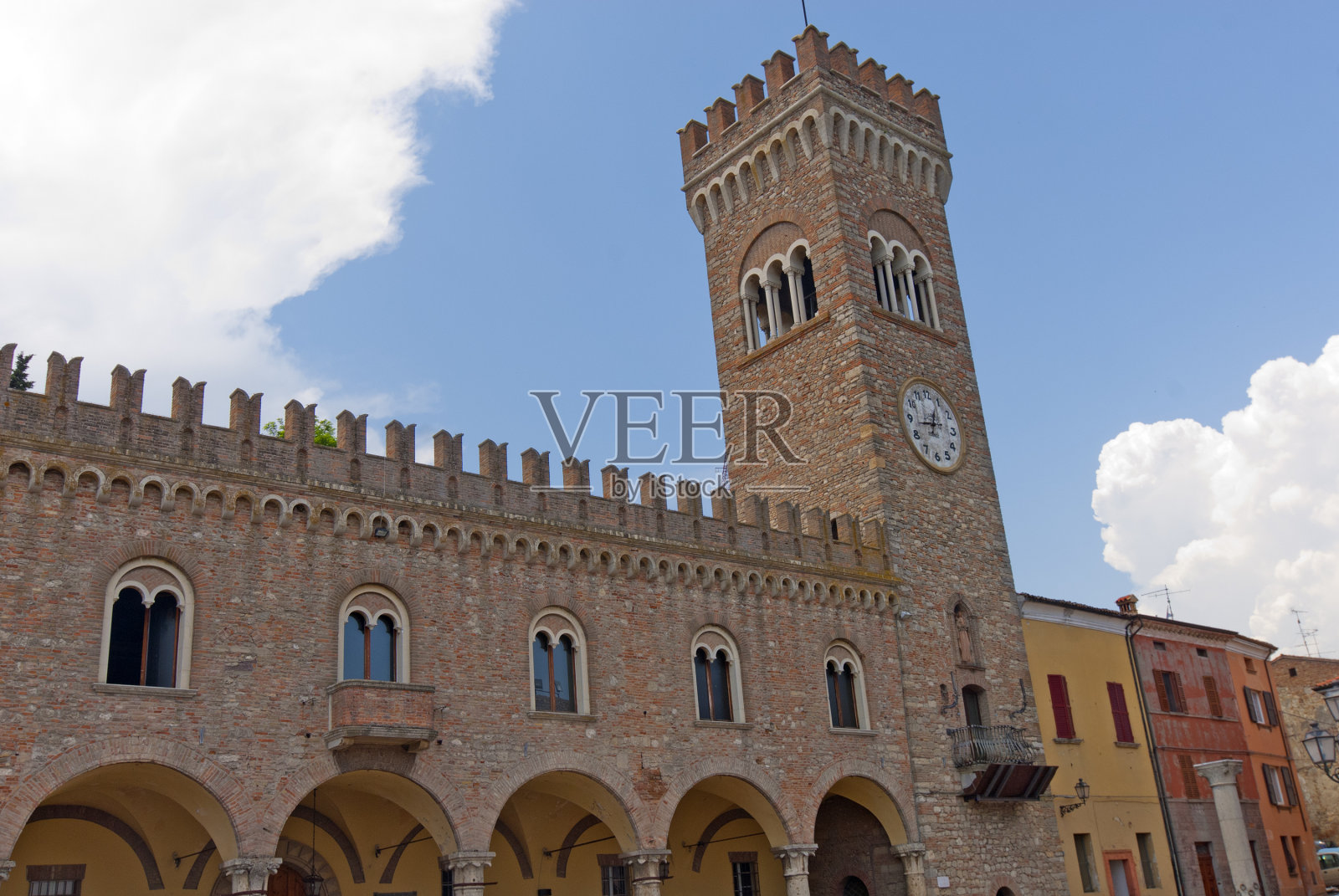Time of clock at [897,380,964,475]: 12:43
